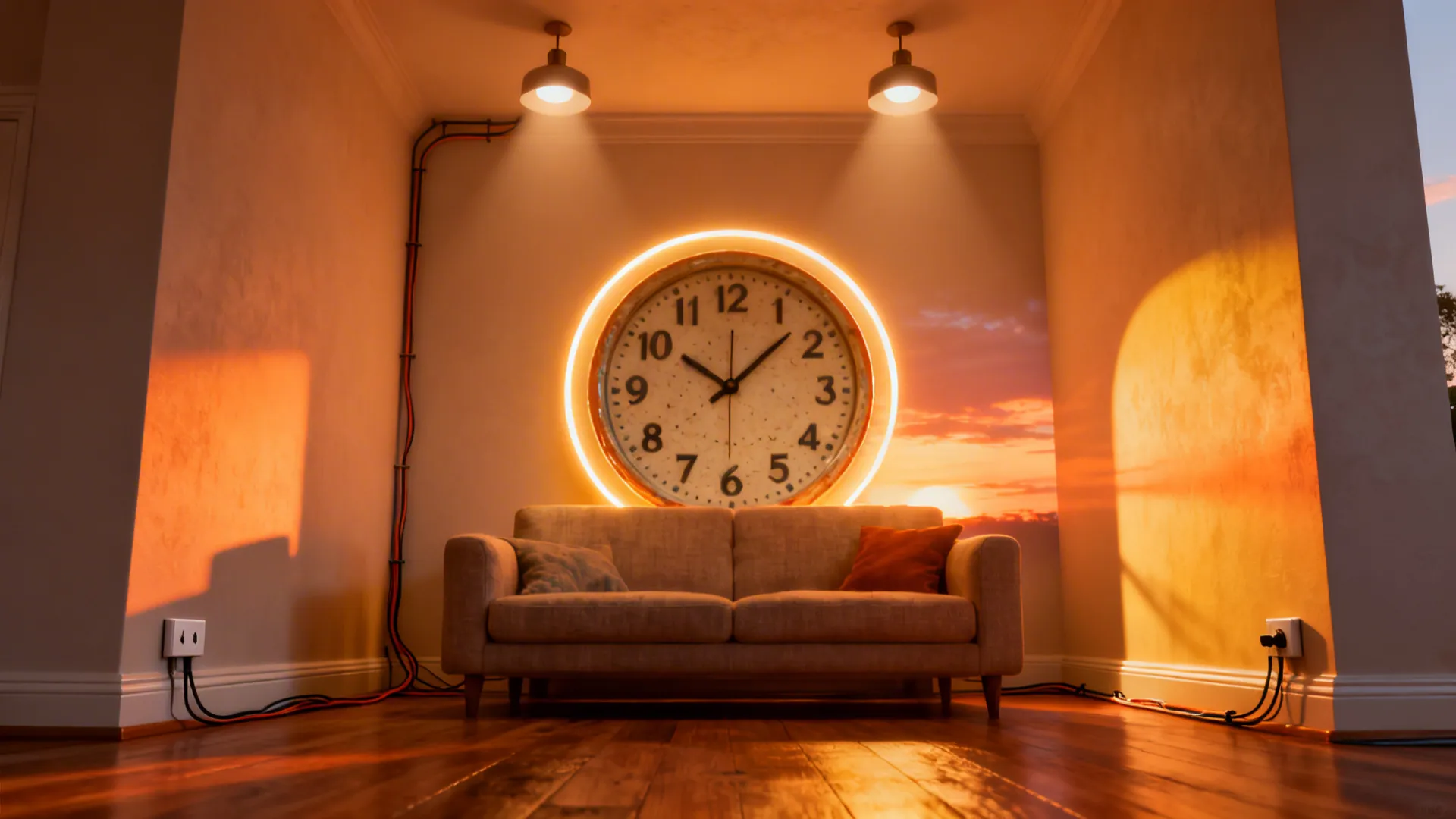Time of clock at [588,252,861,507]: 10:07
